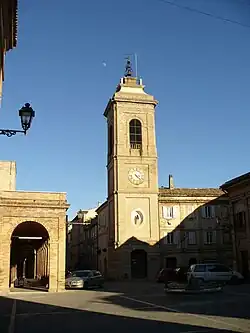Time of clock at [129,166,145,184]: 4:22
